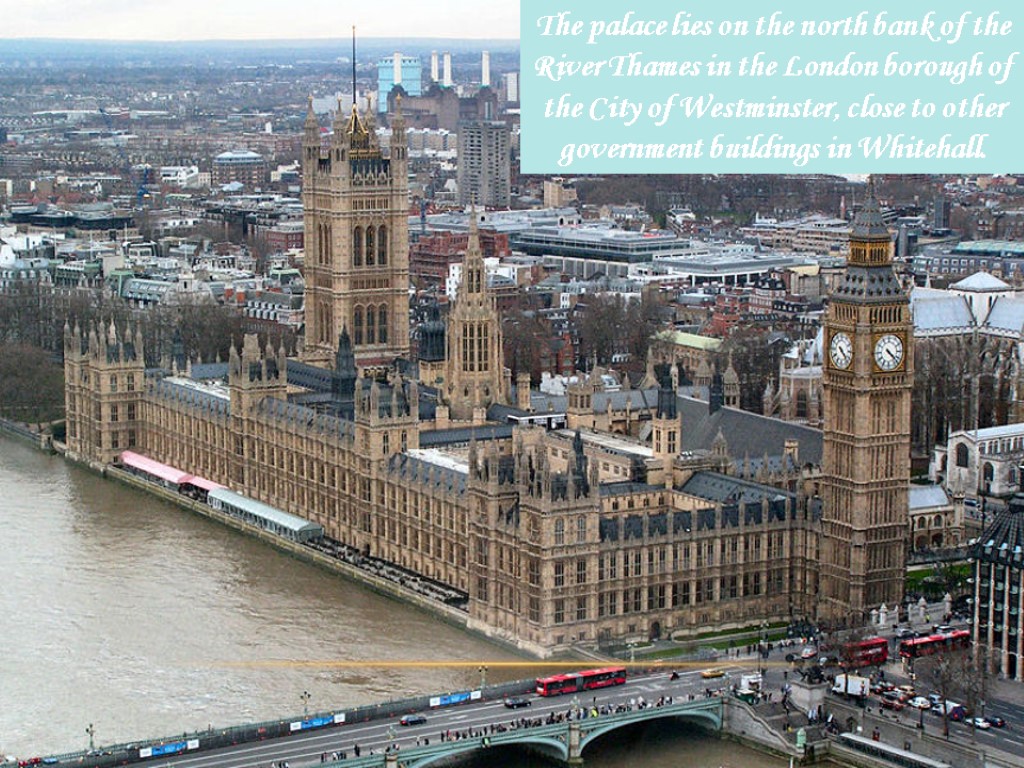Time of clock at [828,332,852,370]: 4:22
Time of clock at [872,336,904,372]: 4:22
